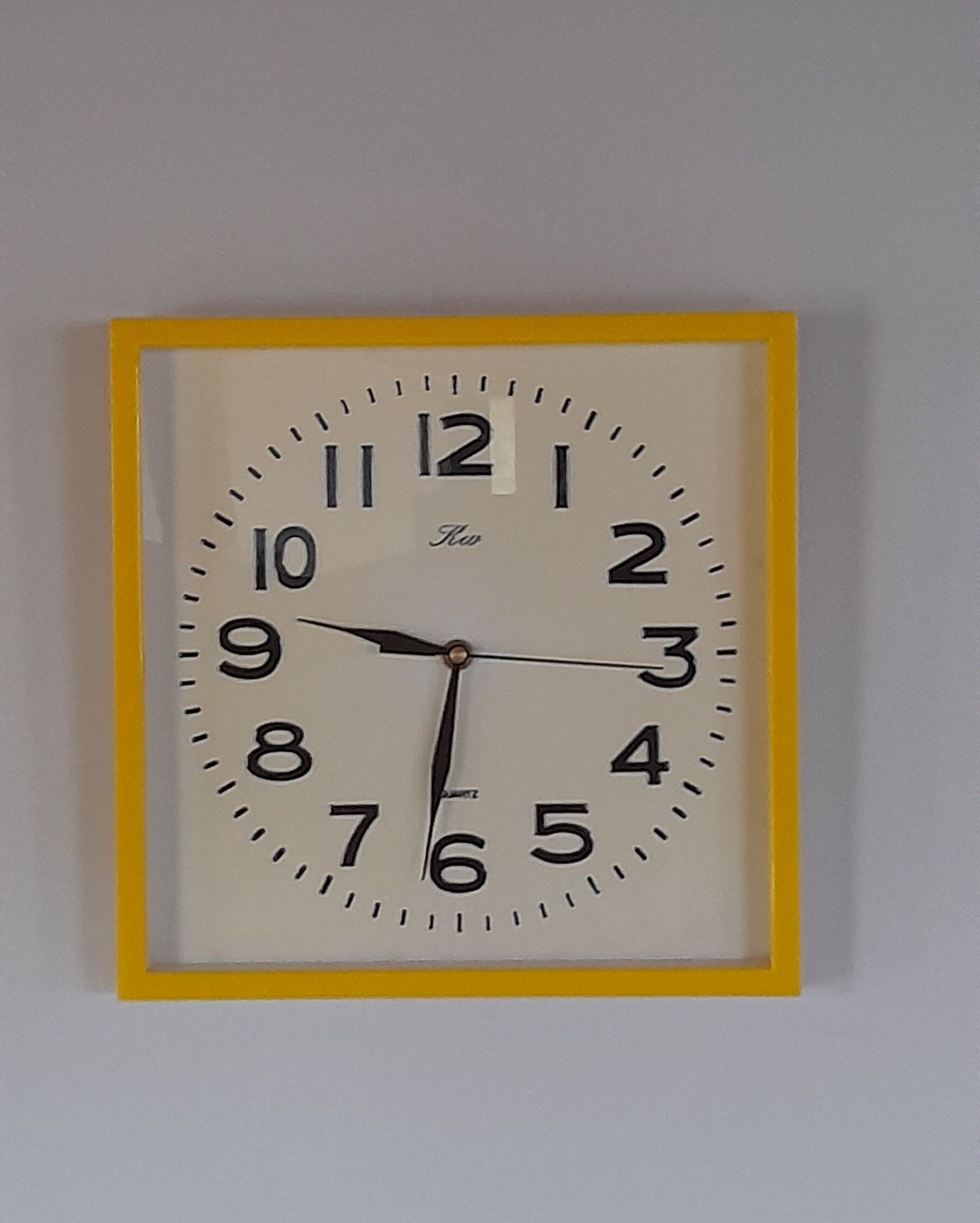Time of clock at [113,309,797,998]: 9:31
